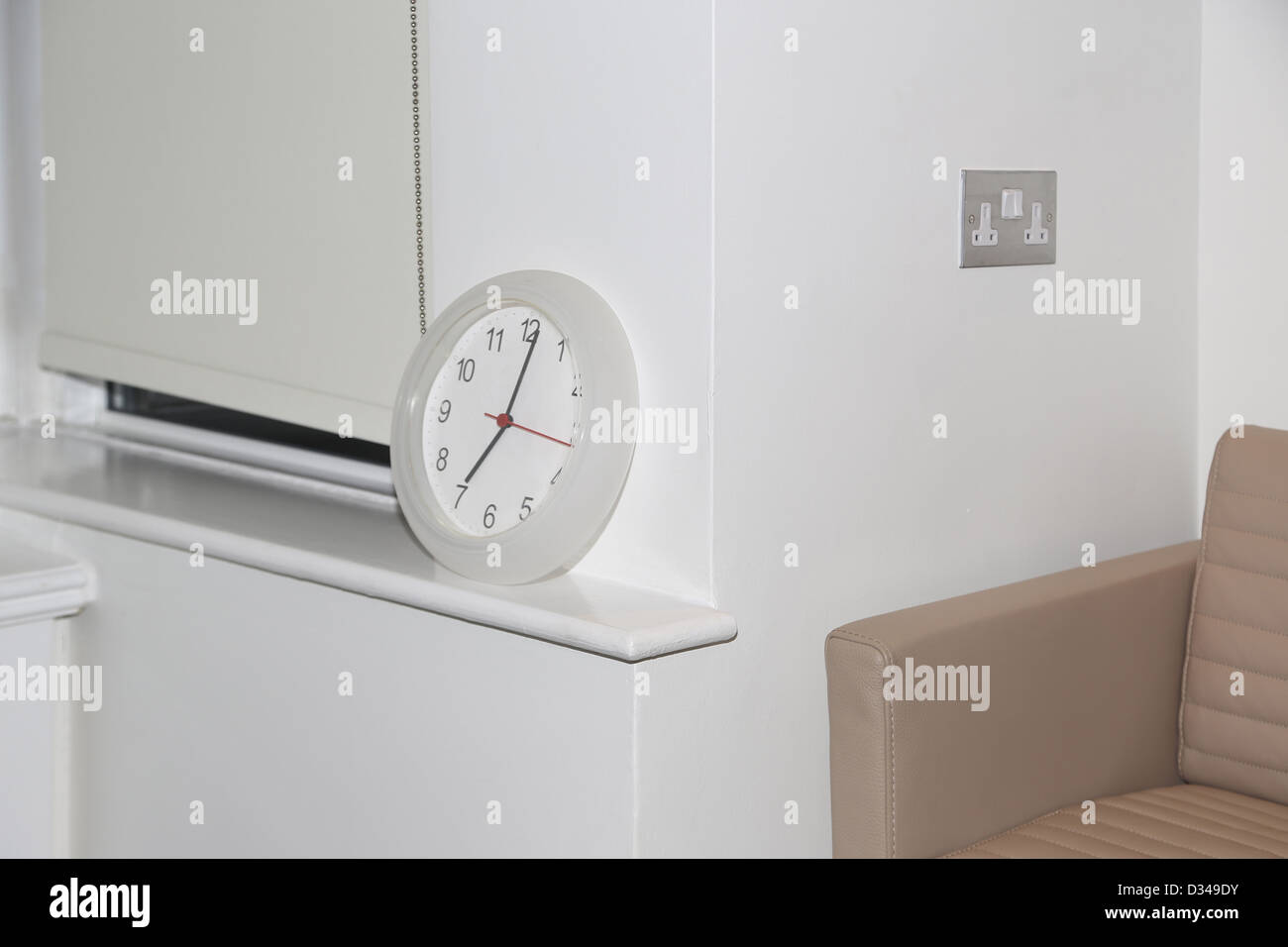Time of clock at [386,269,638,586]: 7:01
